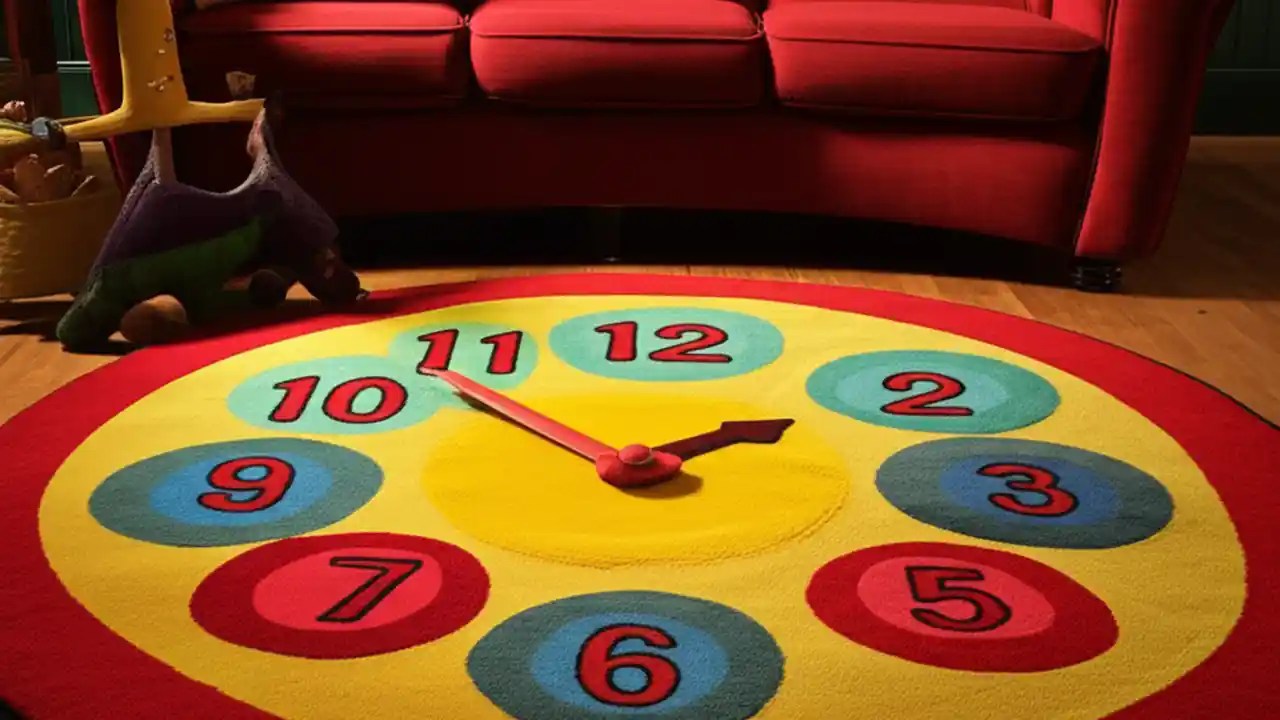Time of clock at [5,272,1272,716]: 1:53
